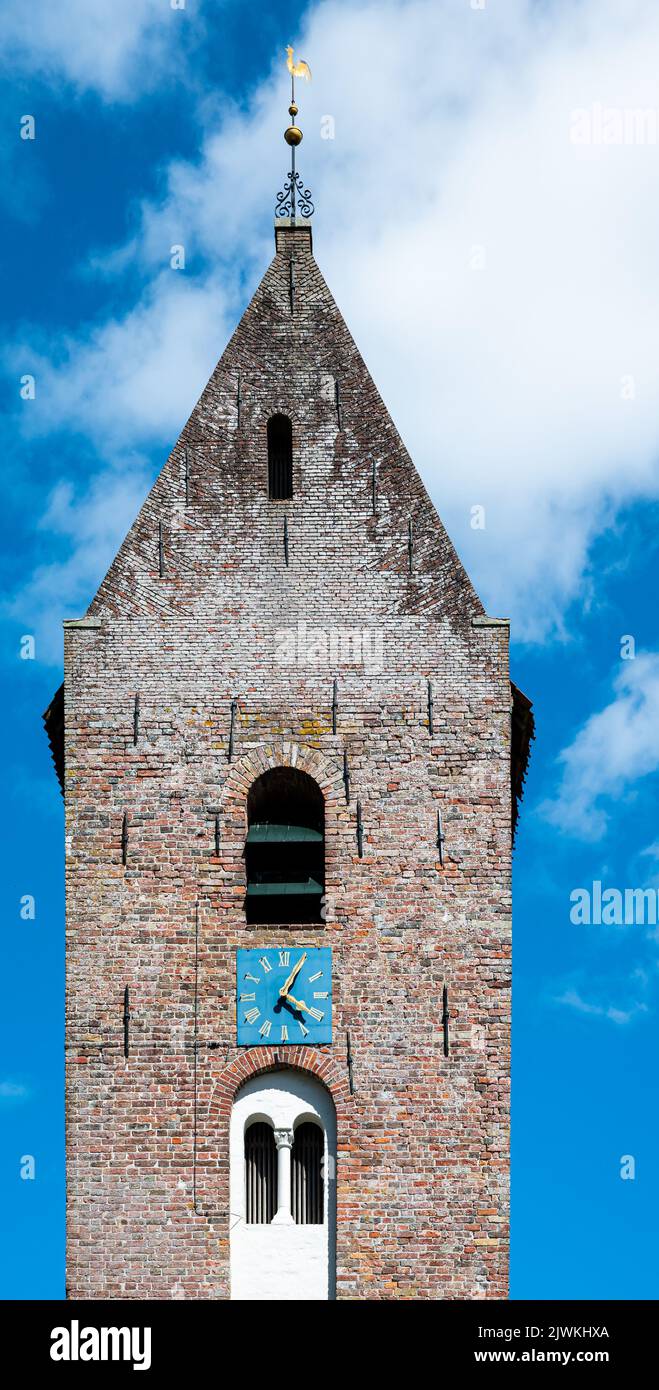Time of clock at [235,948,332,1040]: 4:04
